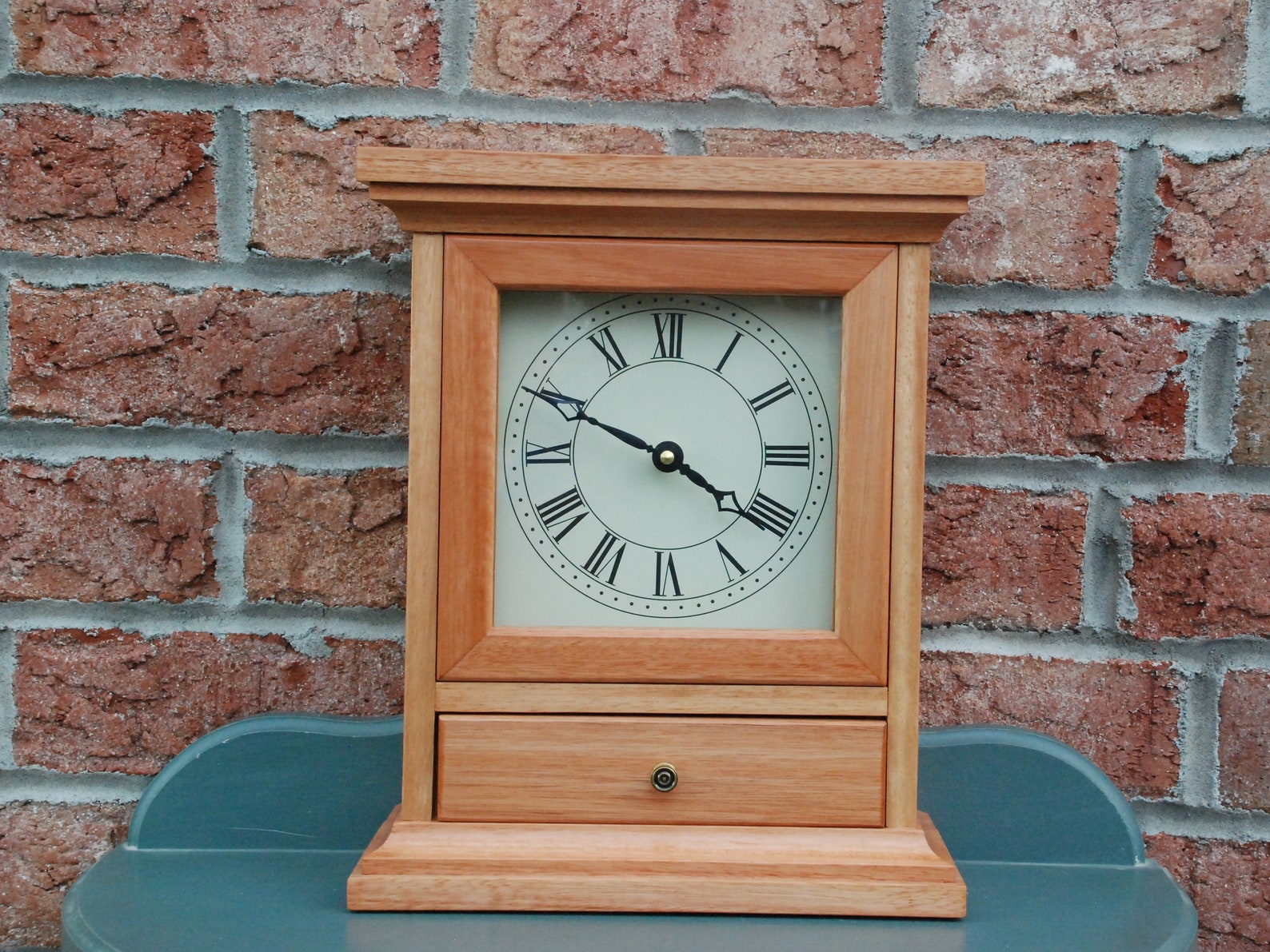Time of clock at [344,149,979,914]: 3:49
